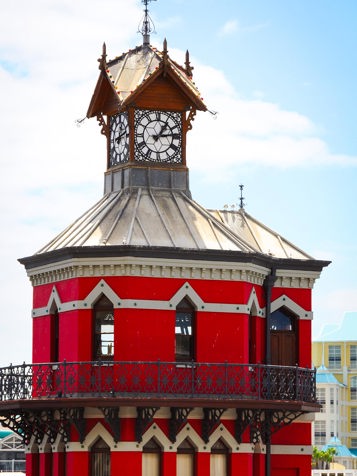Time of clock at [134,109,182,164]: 1:13
